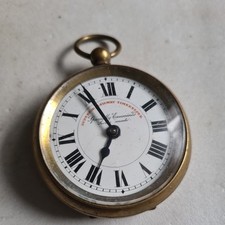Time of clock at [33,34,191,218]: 6:55
